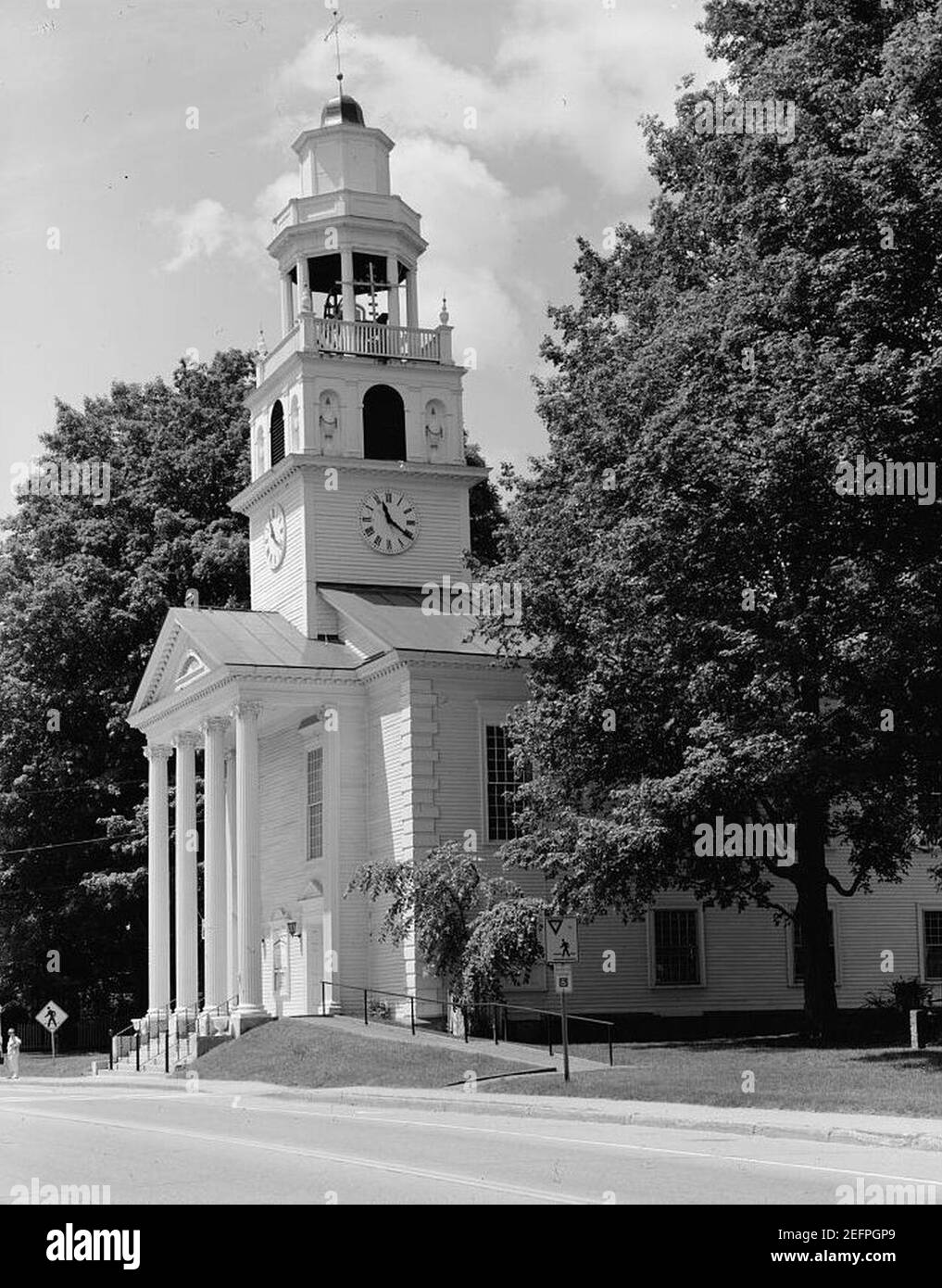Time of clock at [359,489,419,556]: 11:21
